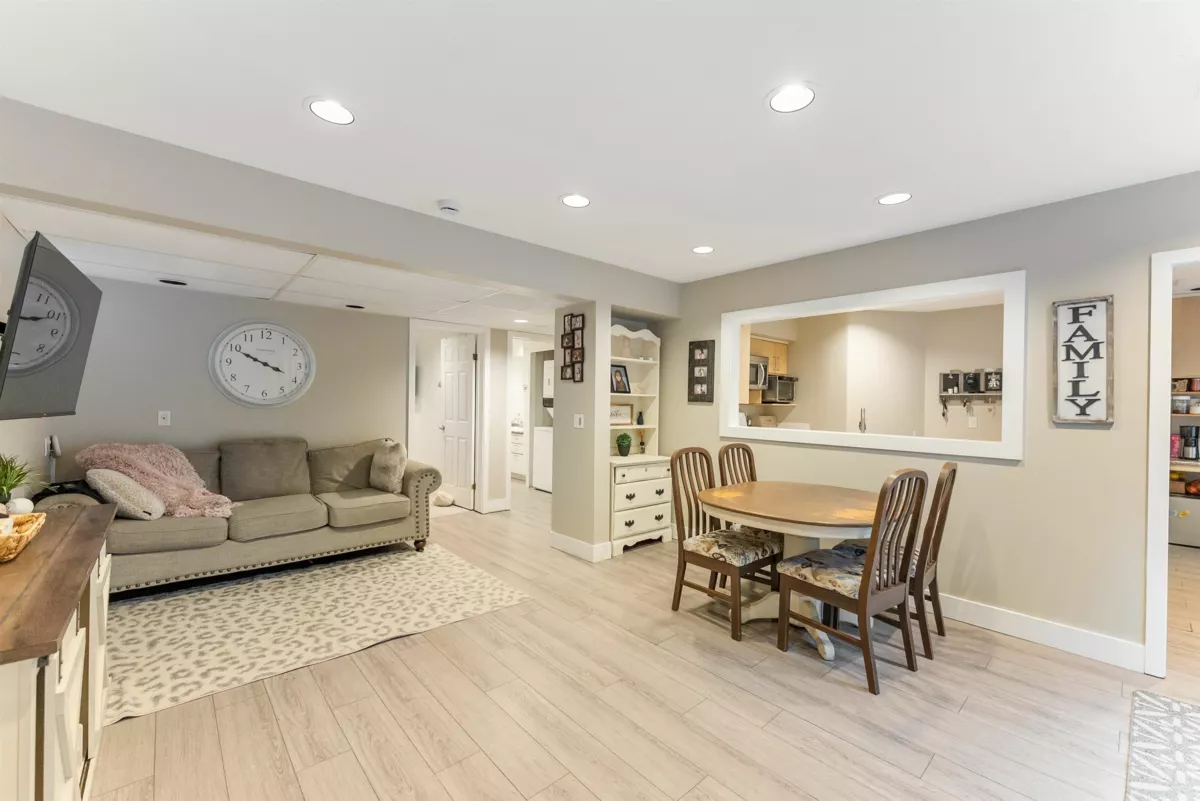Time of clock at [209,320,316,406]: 3:49
